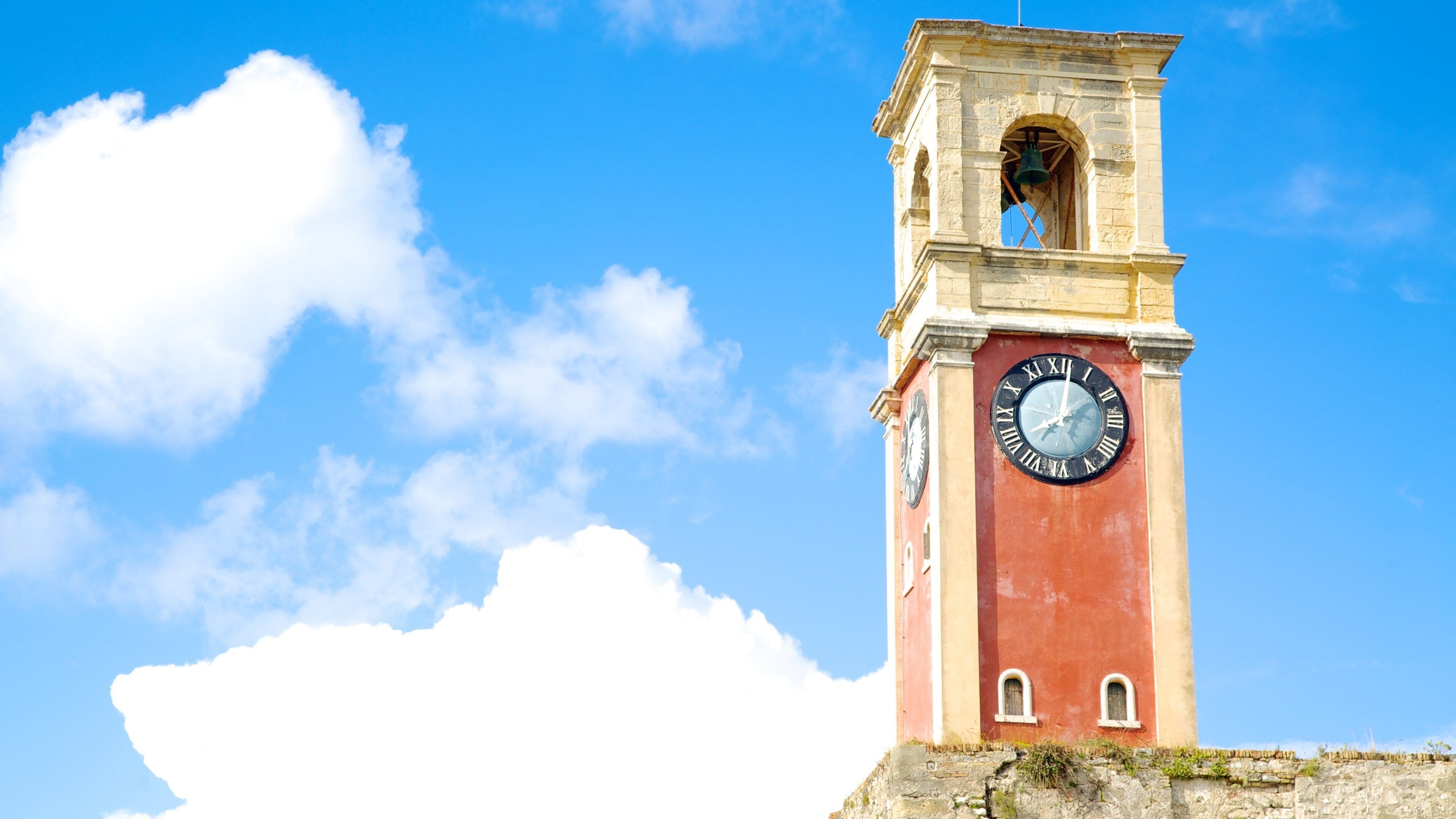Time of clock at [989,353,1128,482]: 8:01
